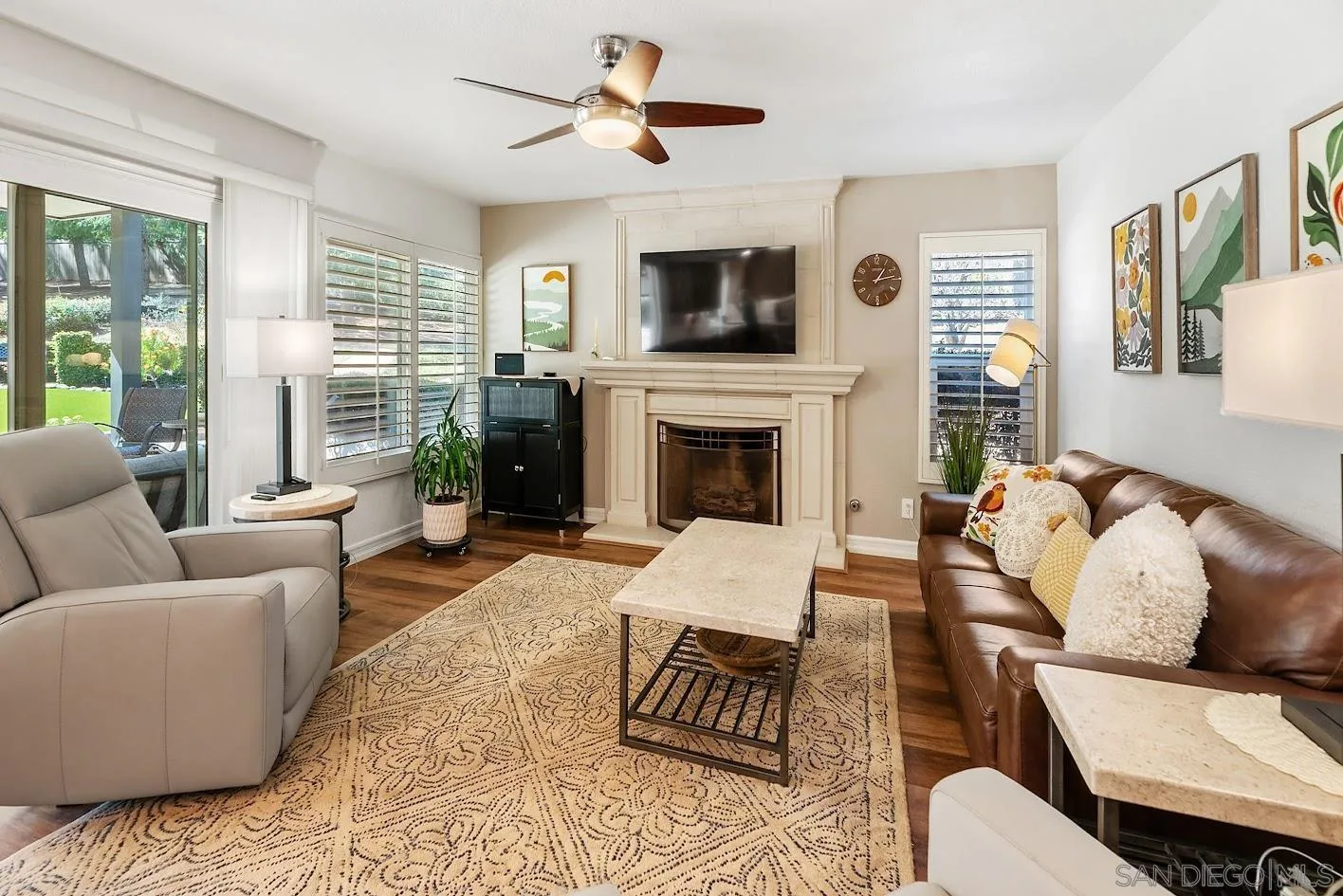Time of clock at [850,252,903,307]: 1:13
